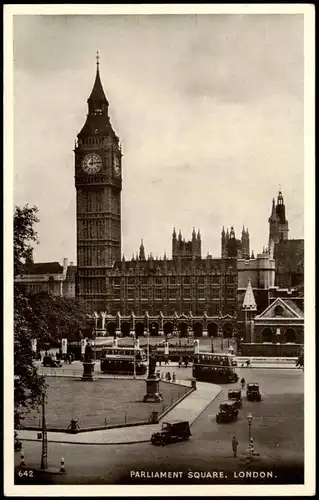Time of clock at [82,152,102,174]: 12:13
